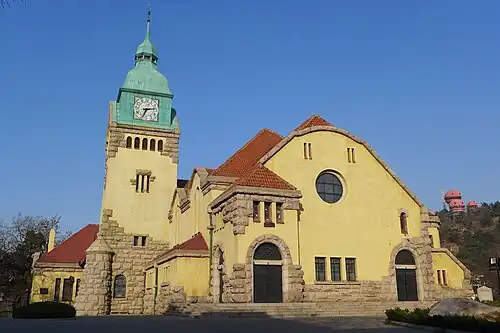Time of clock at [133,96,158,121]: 7:15
